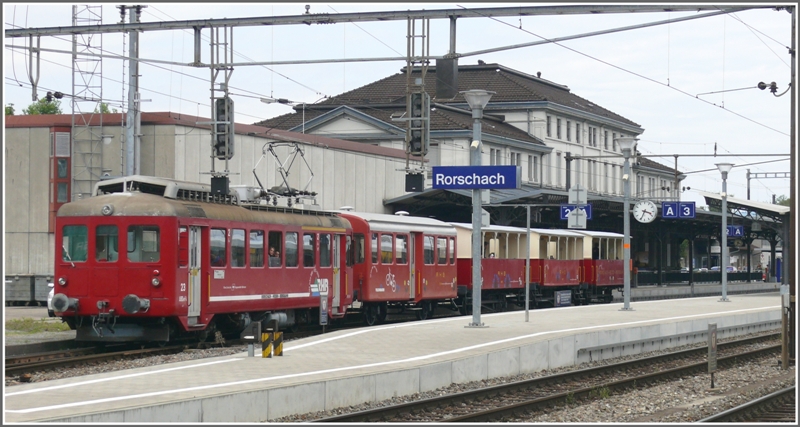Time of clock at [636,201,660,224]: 3:34
